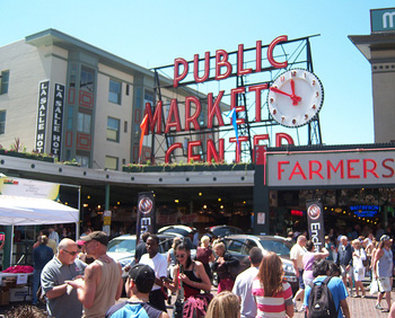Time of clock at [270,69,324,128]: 11:49
